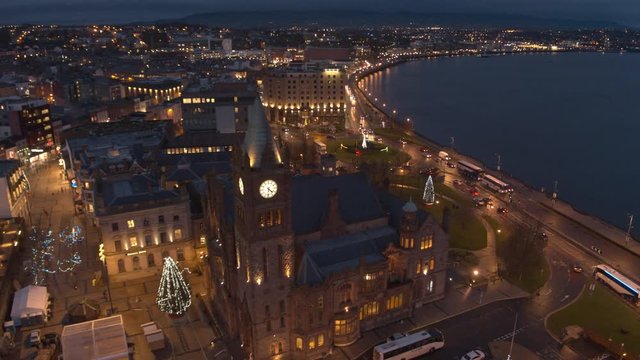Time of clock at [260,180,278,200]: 4:31
